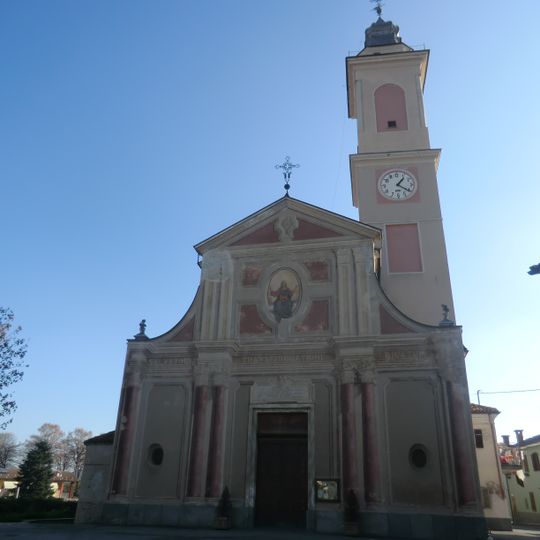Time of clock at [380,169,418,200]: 1:20
